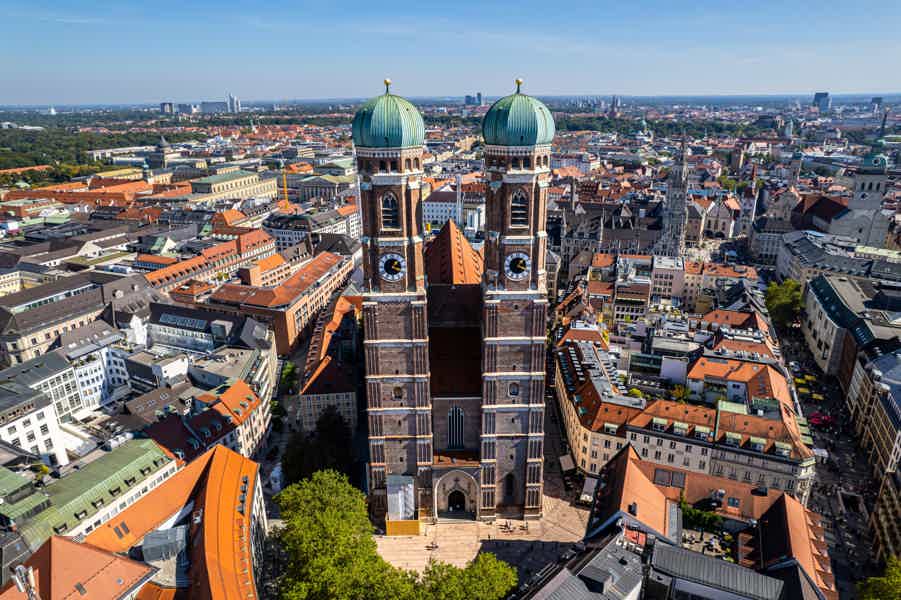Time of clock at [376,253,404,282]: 1:18
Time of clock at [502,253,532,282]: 1:18
